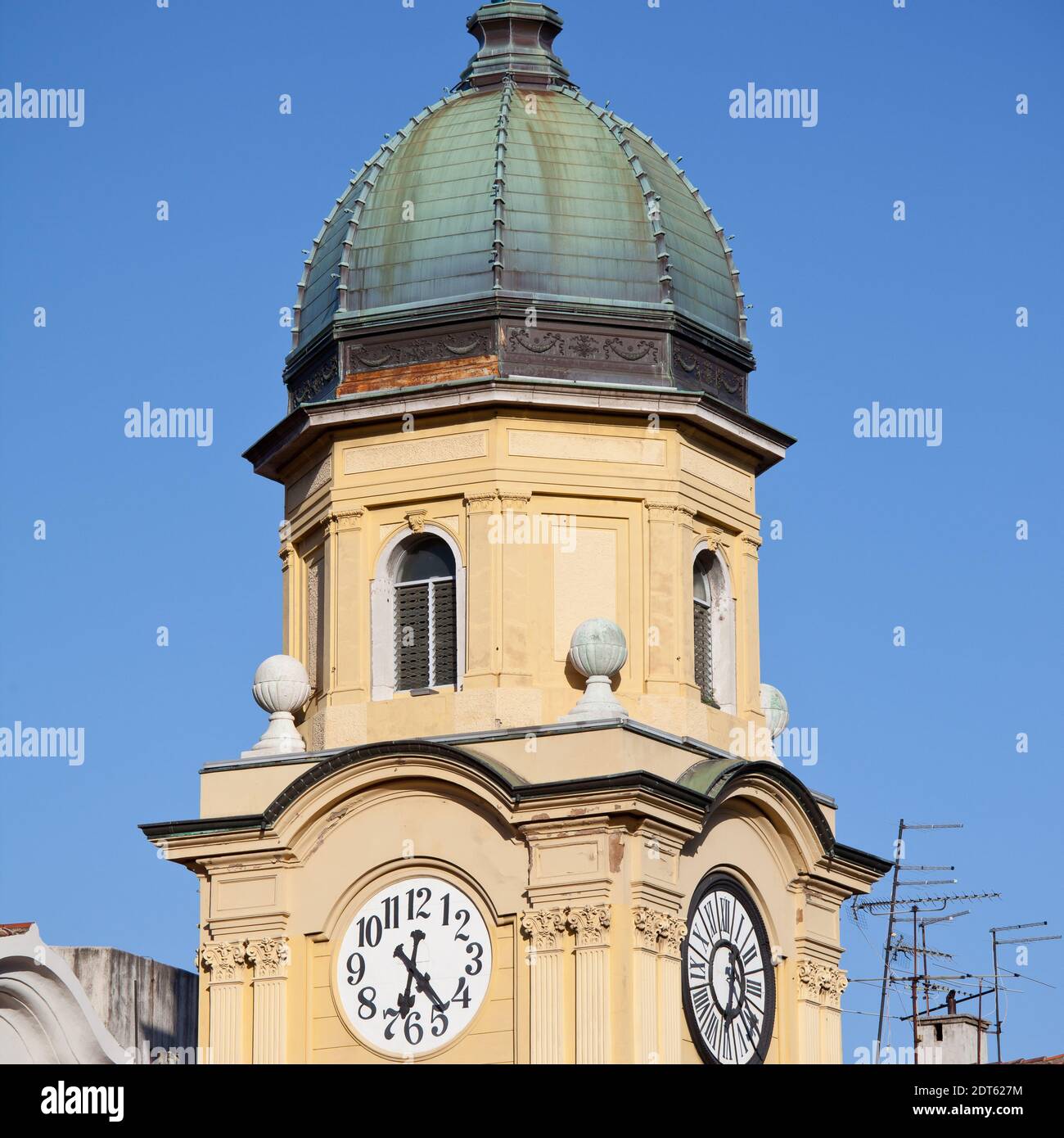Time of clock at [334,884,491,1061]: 6:23
